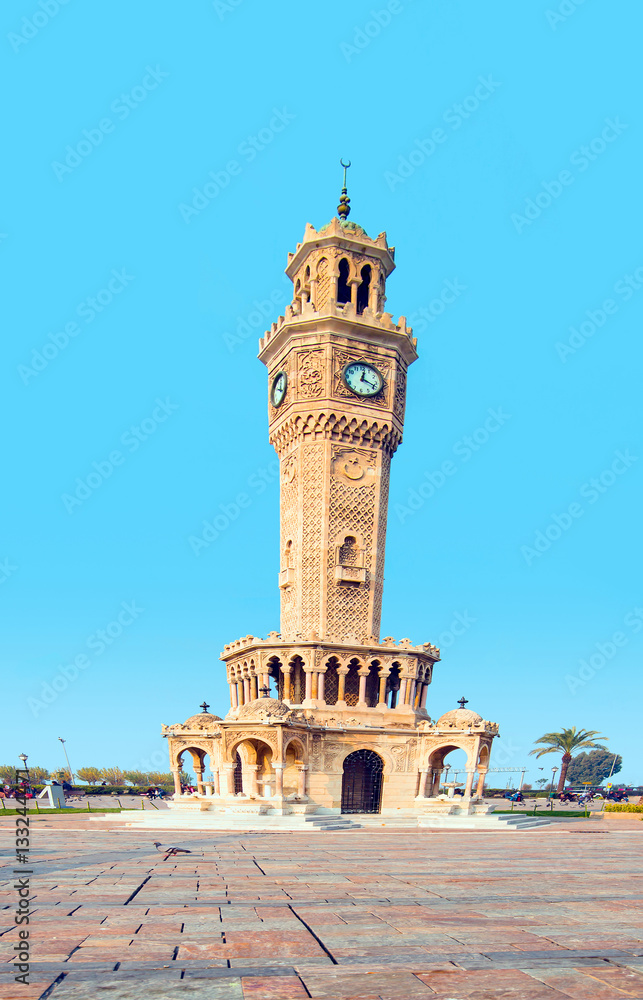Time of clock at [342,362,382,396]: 12:18
